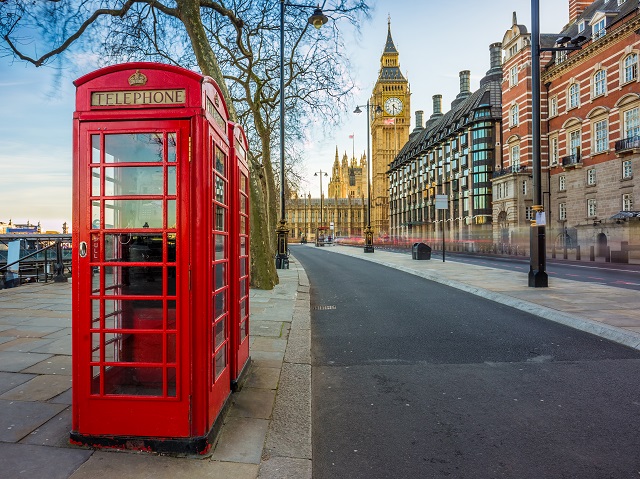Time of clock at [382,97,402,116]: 4:30
